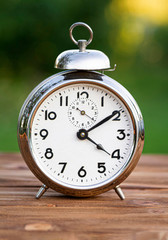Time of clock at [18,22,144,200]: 4:09
